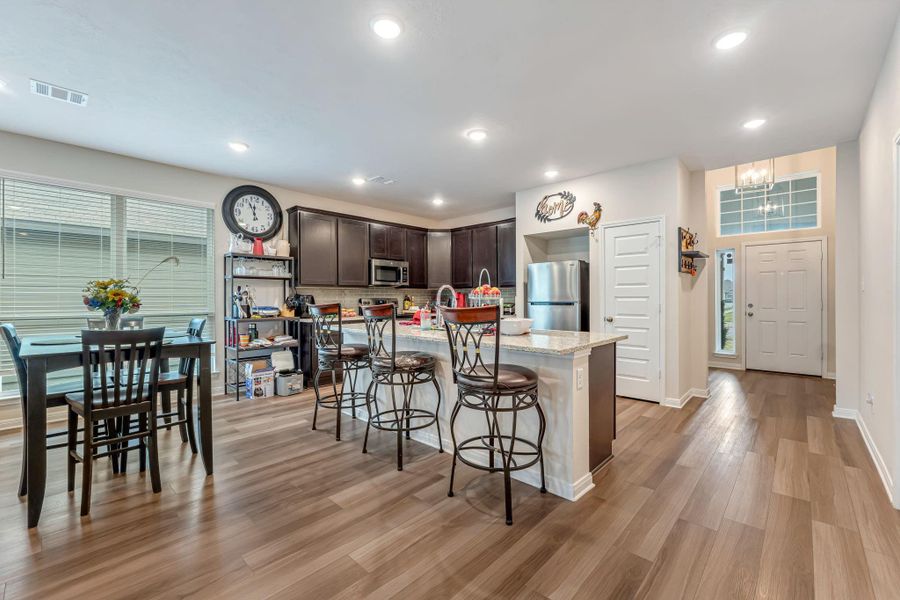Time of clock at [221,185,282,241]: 11:56
